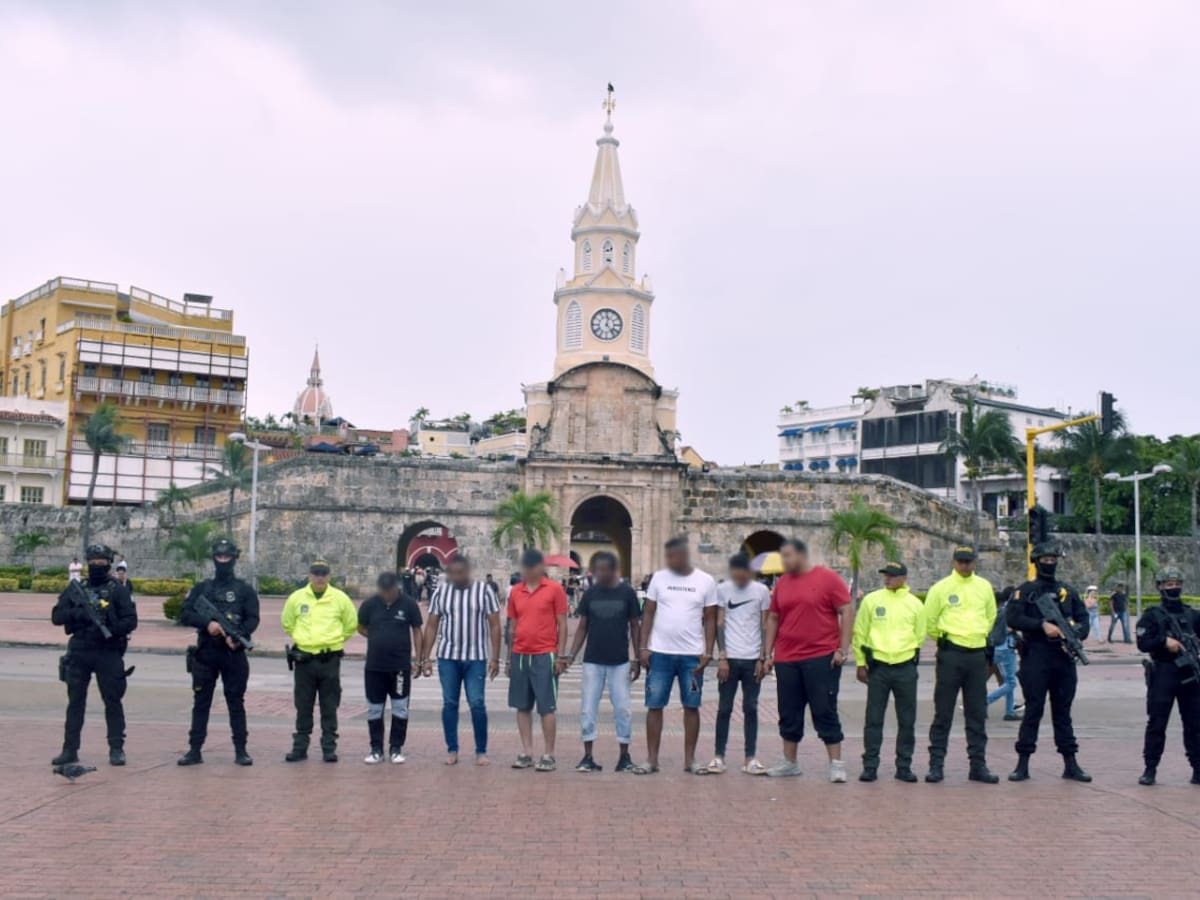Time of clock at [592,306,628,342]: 12:23
